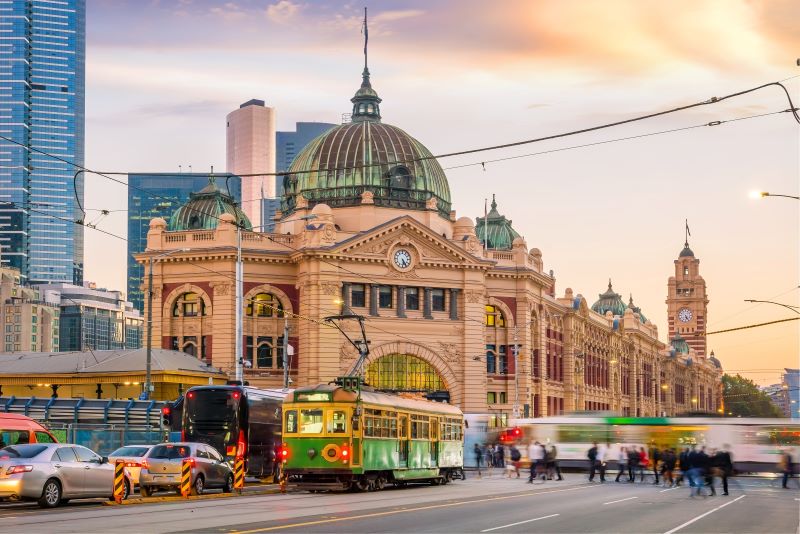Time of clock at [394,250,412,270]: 5:24
